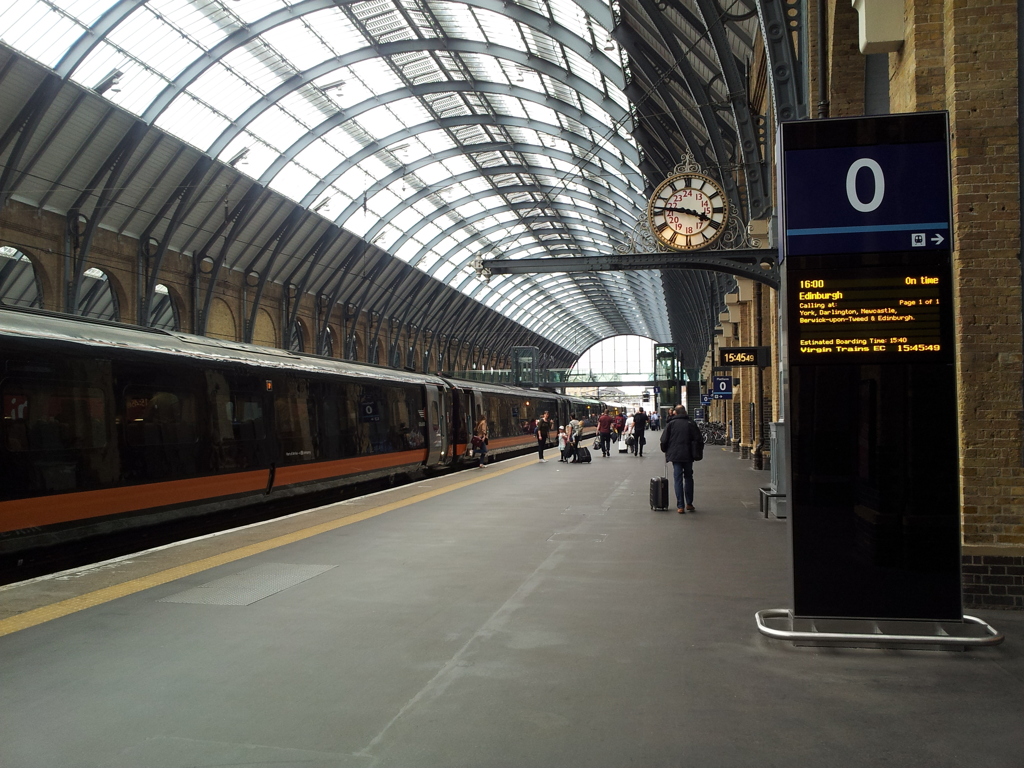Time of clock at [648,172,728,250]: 3:46
